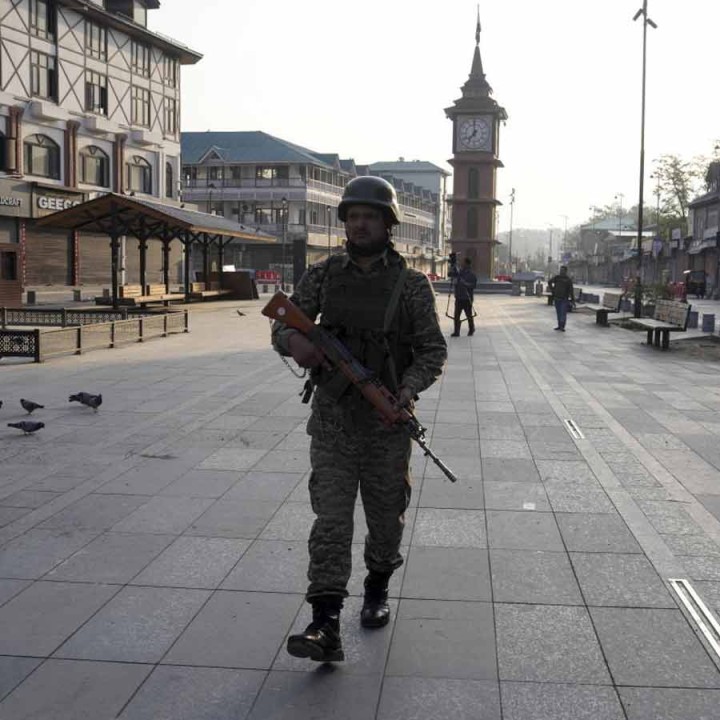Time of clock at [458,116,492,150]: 6:59
